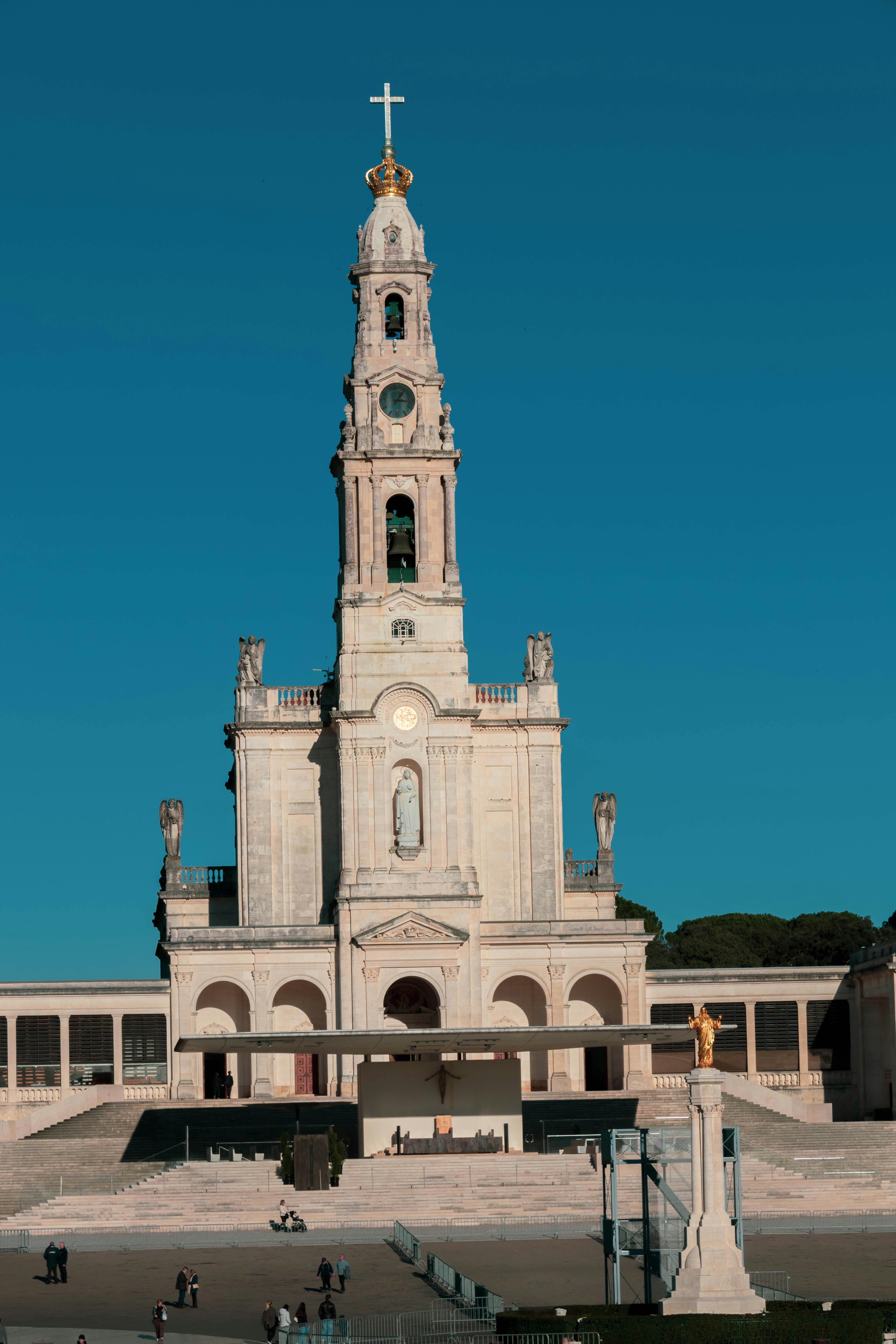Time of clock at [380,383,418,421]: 3:05
